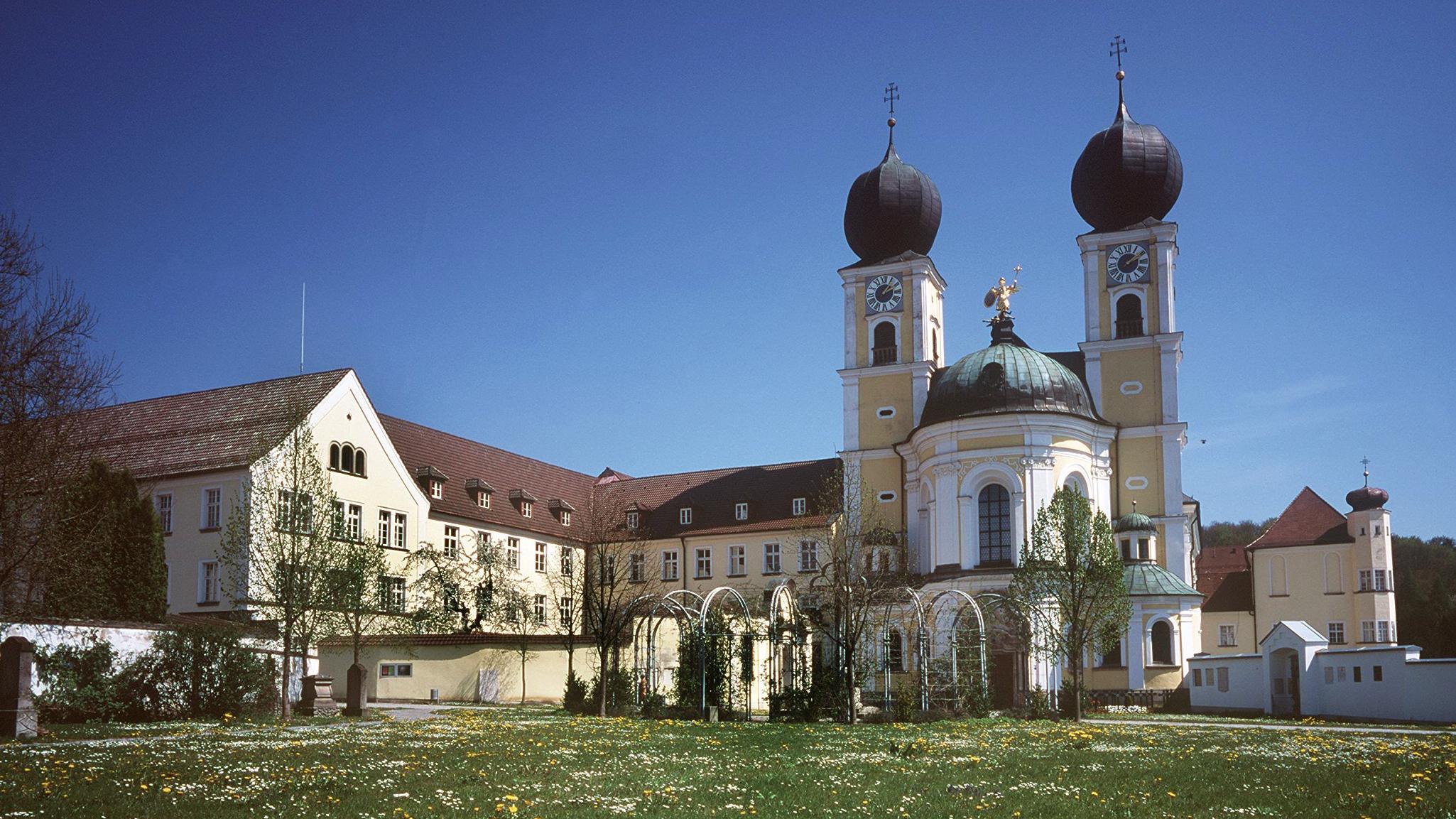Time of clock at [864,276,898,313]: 2:06
